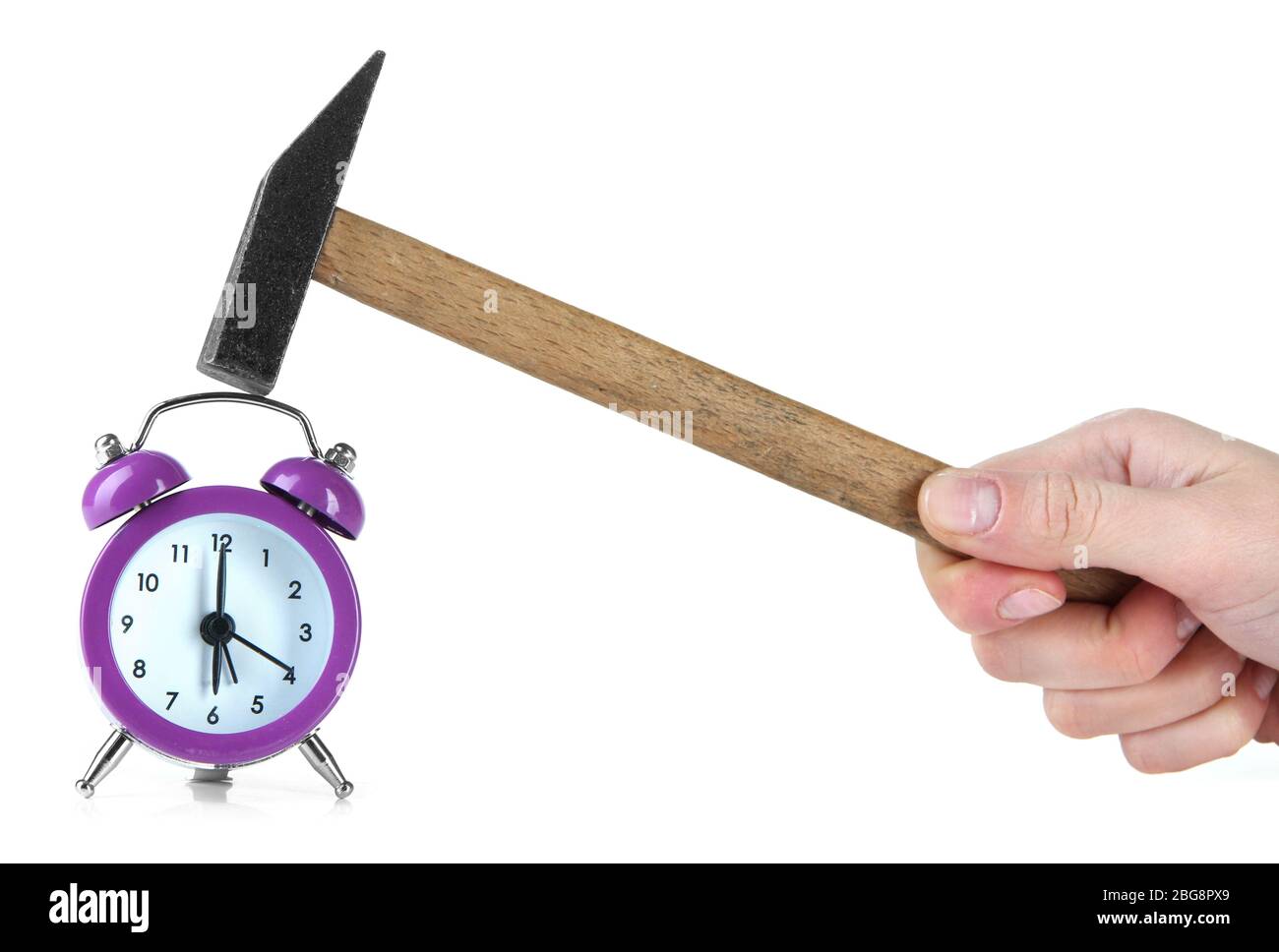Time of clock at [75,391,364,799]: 6:00
